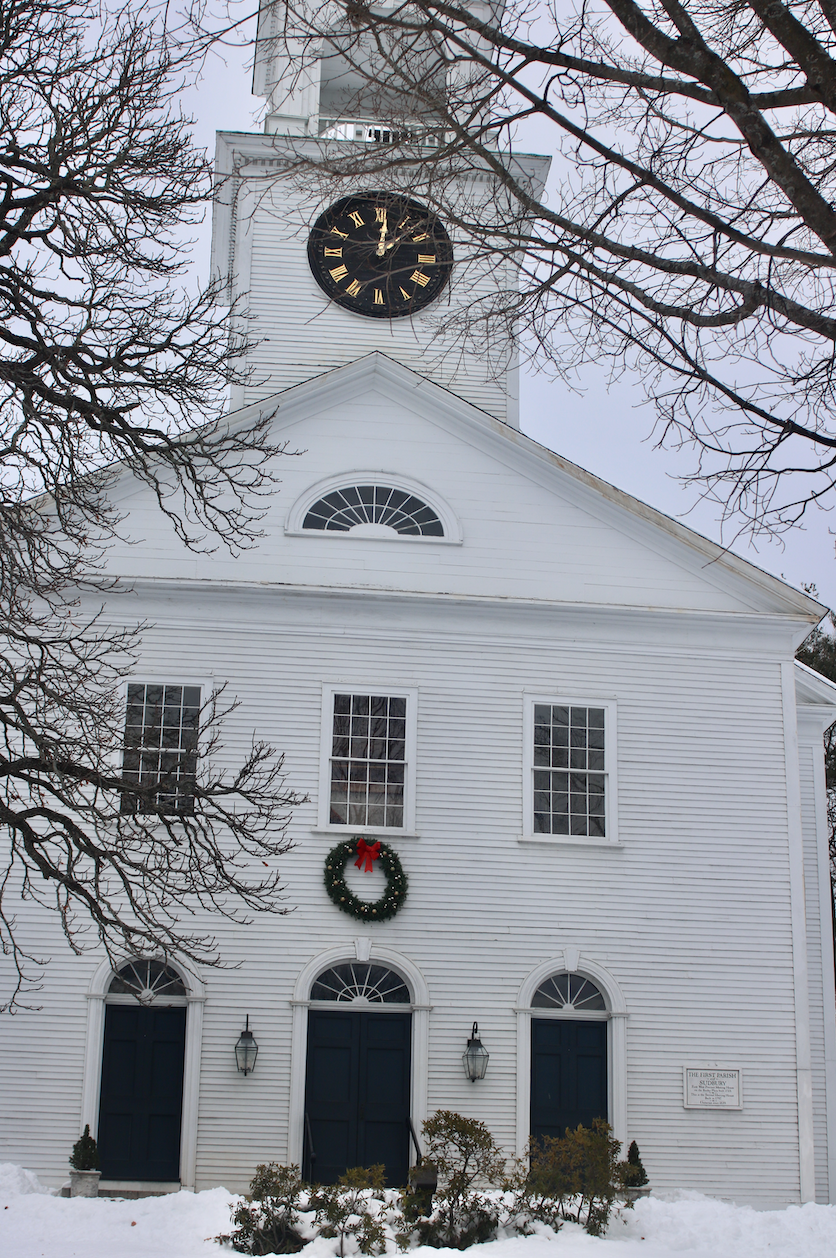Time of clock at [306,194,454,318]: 12:07
